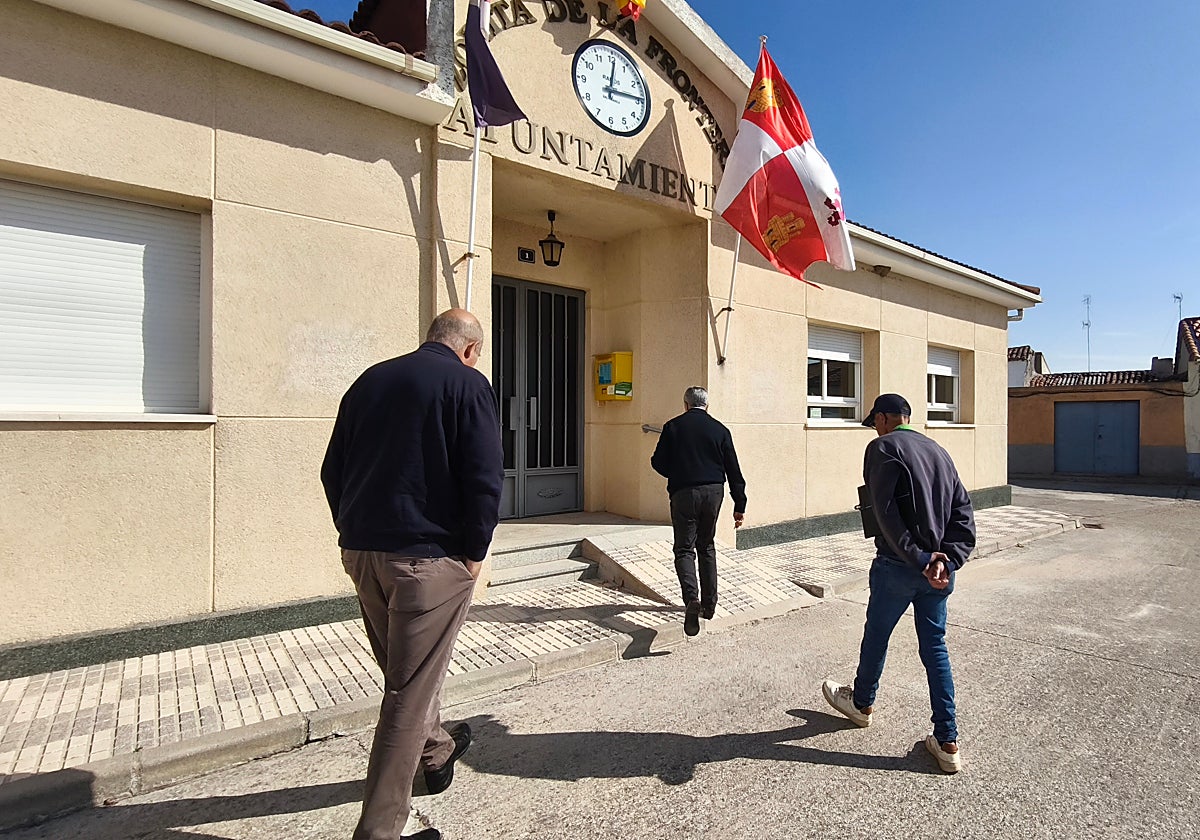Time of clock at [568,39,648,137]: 12:14
